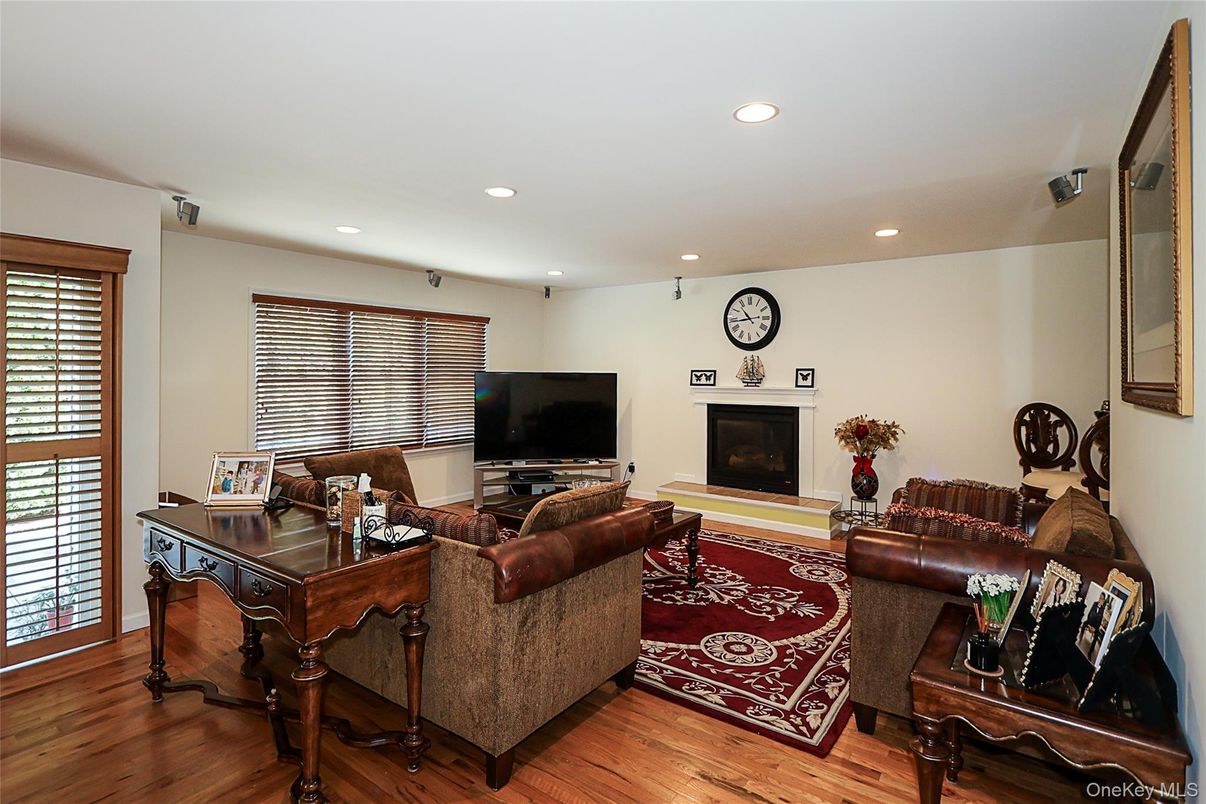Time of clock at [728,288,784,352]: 10:43
